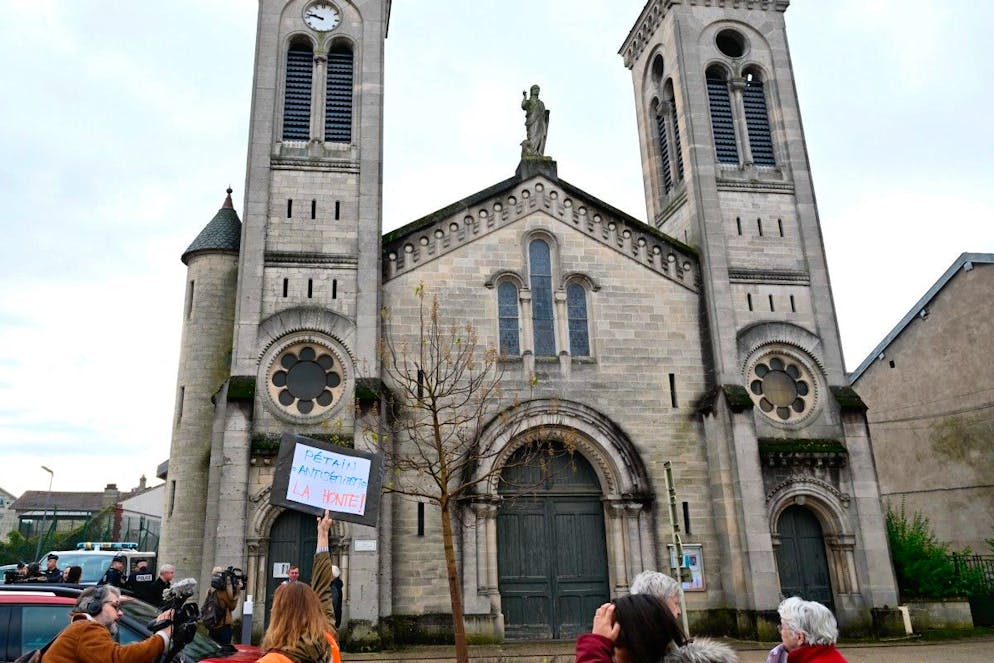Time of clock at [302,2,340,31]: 9:47
